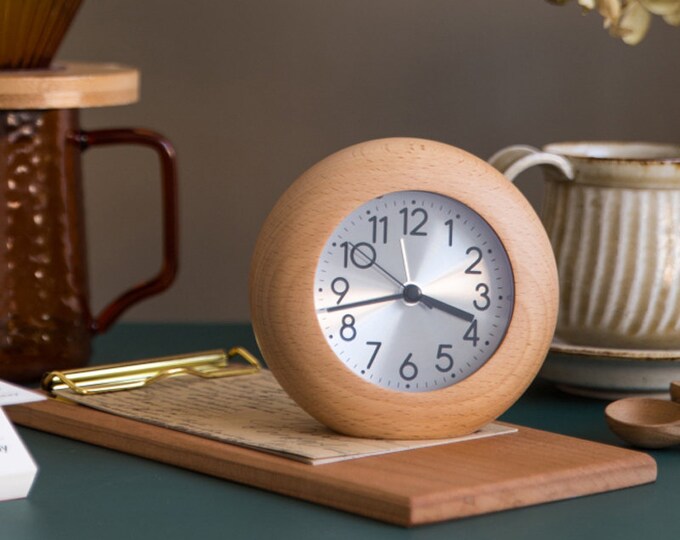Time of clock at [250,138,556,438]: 3:42
